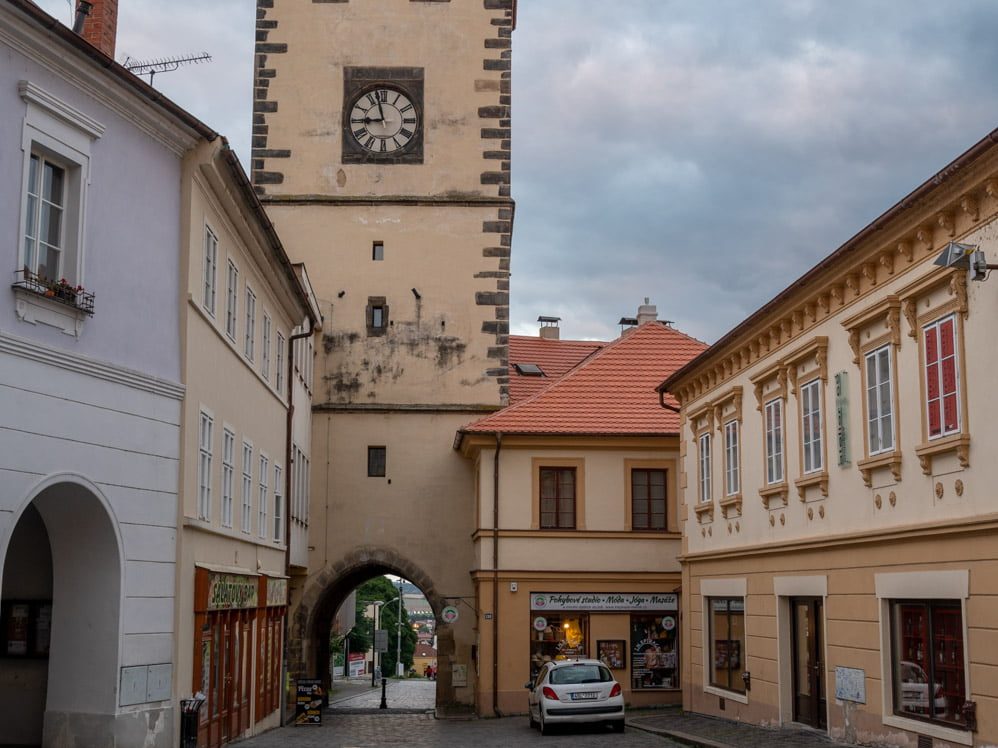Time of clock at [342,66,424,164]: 8:57
